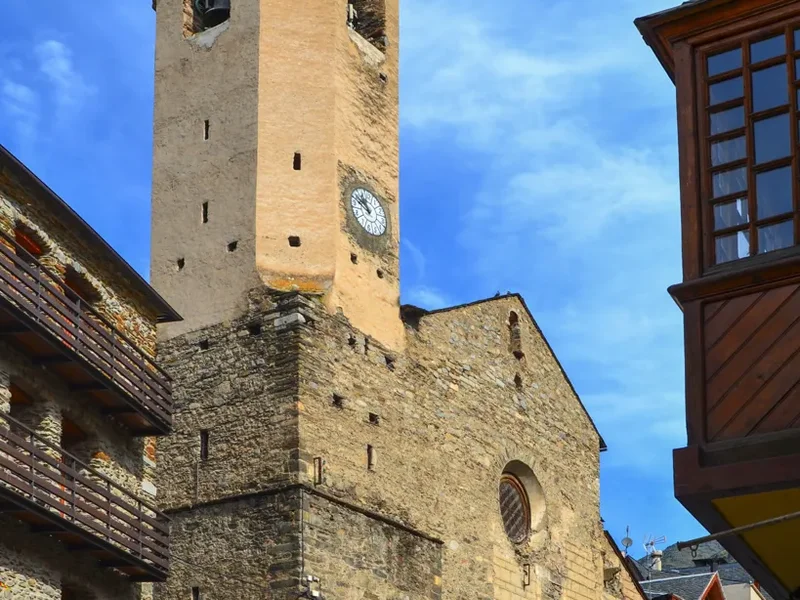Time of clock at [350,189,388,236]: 10:50
